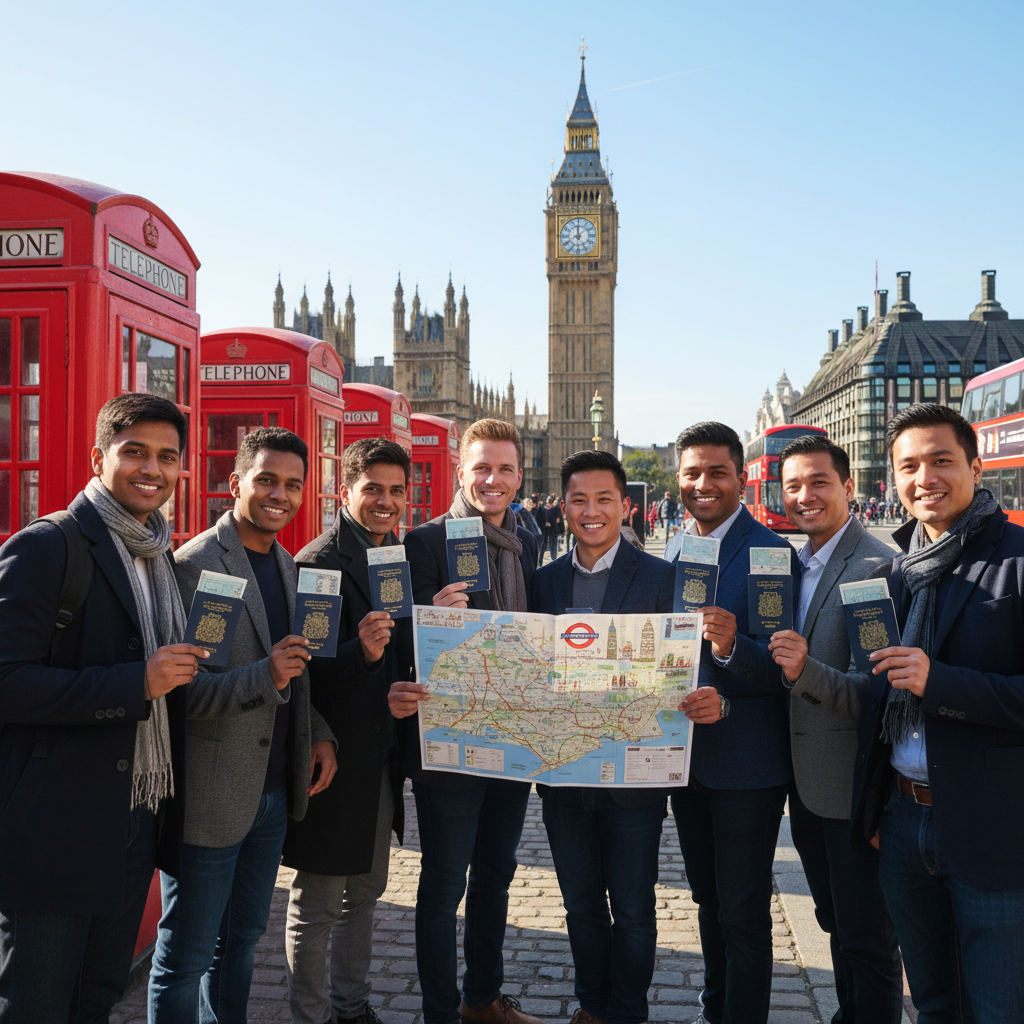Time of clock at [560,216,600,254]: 7:59
